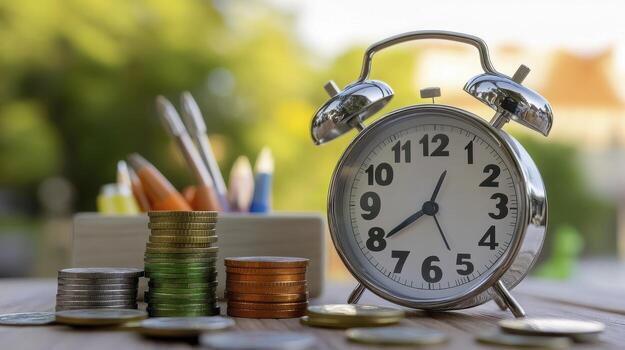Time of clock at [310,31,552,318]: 12:39
